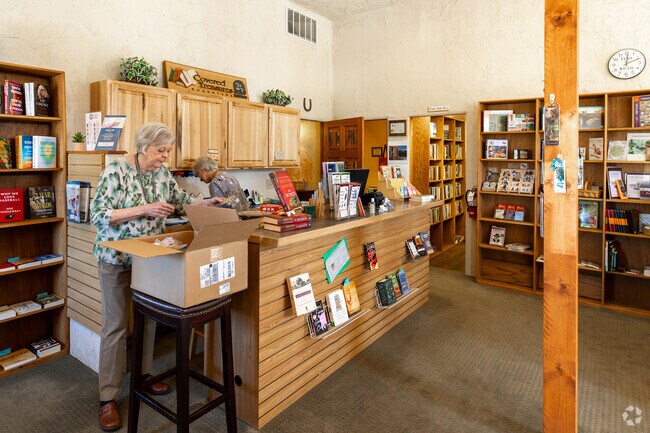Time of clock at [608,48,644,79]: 12:11
